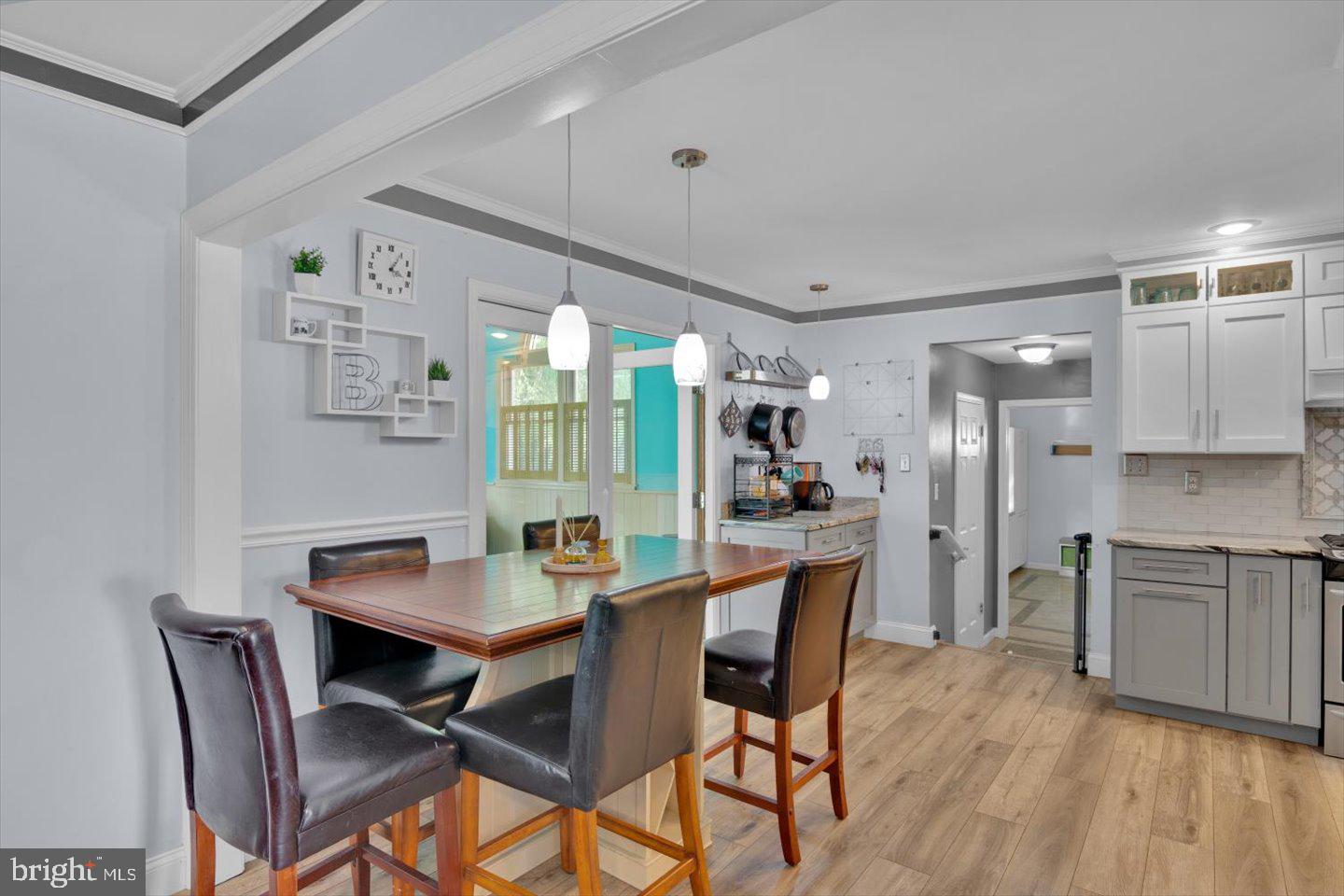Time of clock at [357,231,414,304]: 1:18
